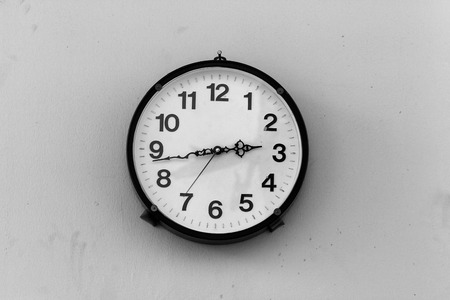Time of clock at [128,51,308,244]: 2:43
